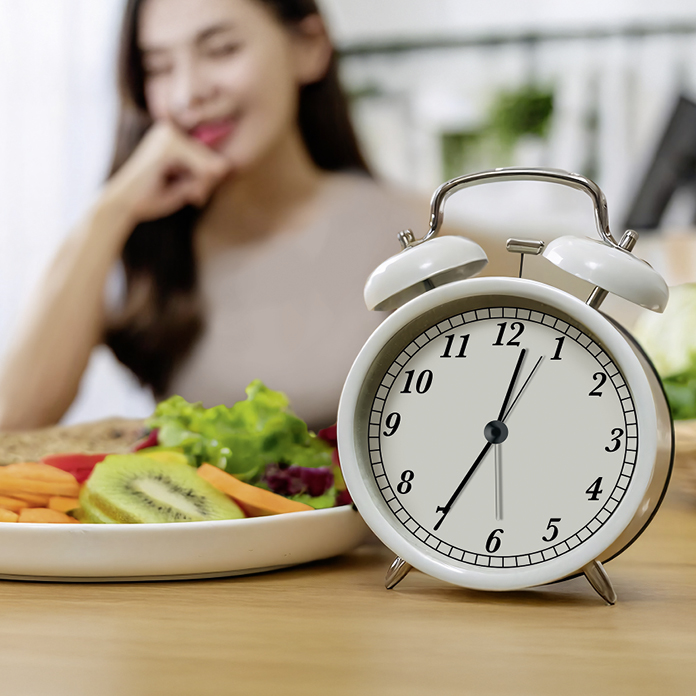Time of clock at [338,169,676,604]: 12:34
